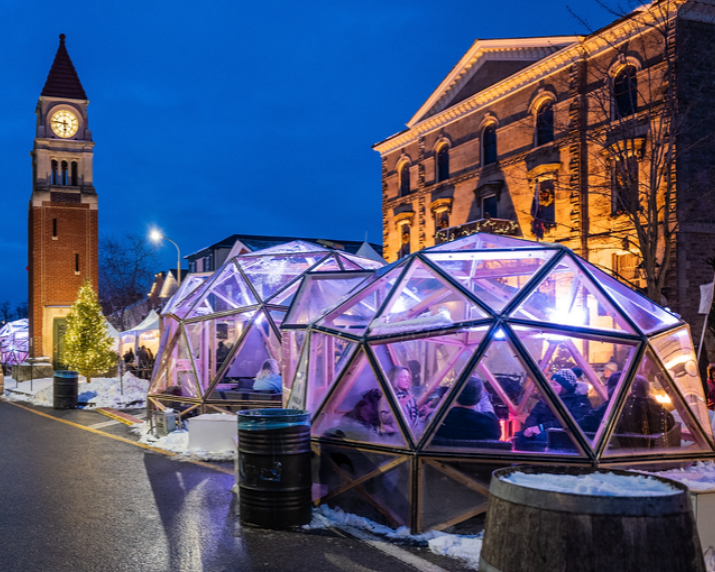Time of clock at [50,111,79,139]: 5:46
